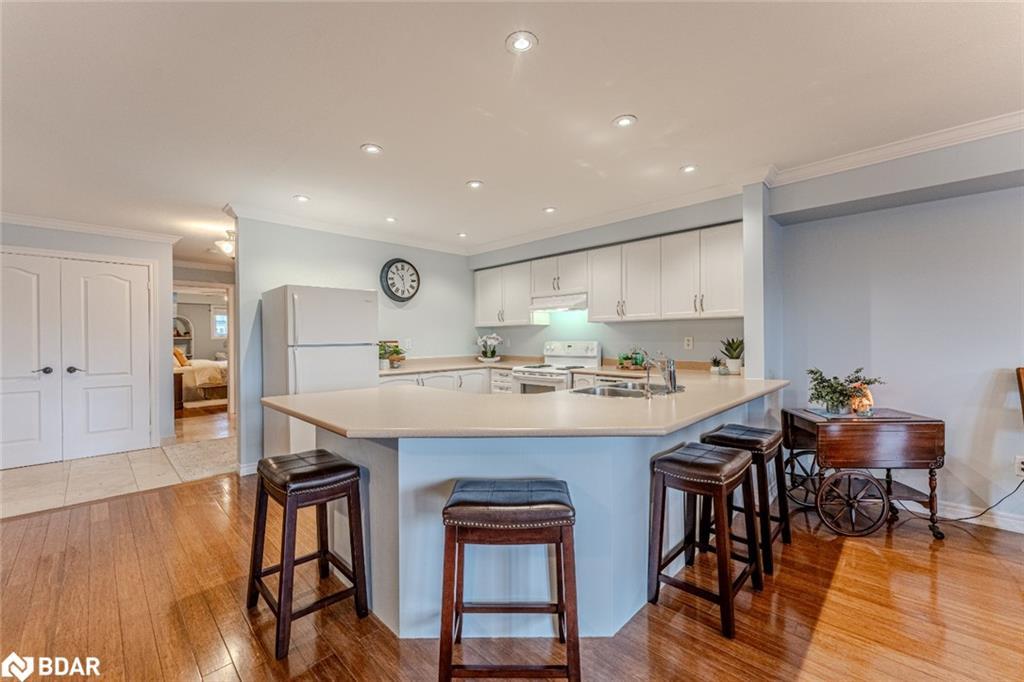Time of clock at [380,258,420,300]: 10:28
